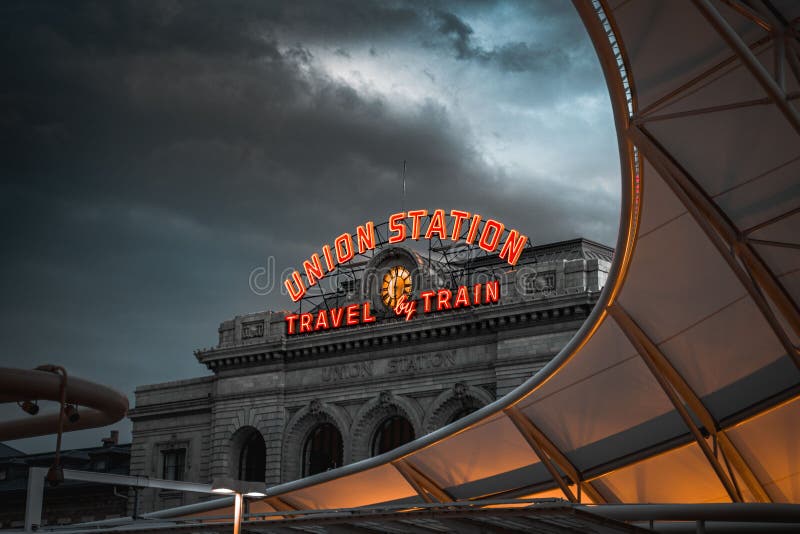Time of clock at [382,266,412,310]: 6:01
